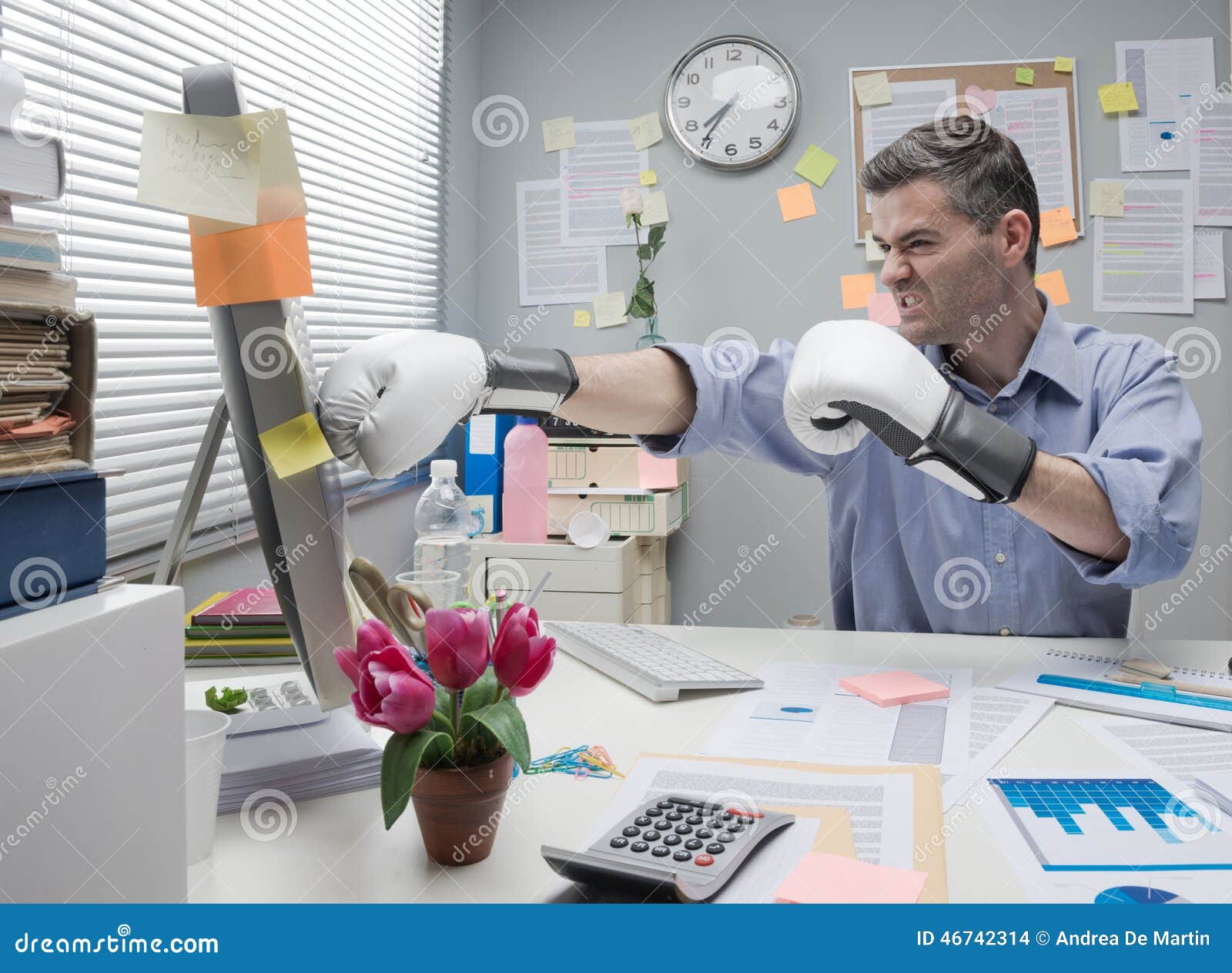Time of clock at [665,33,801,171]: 7:35
